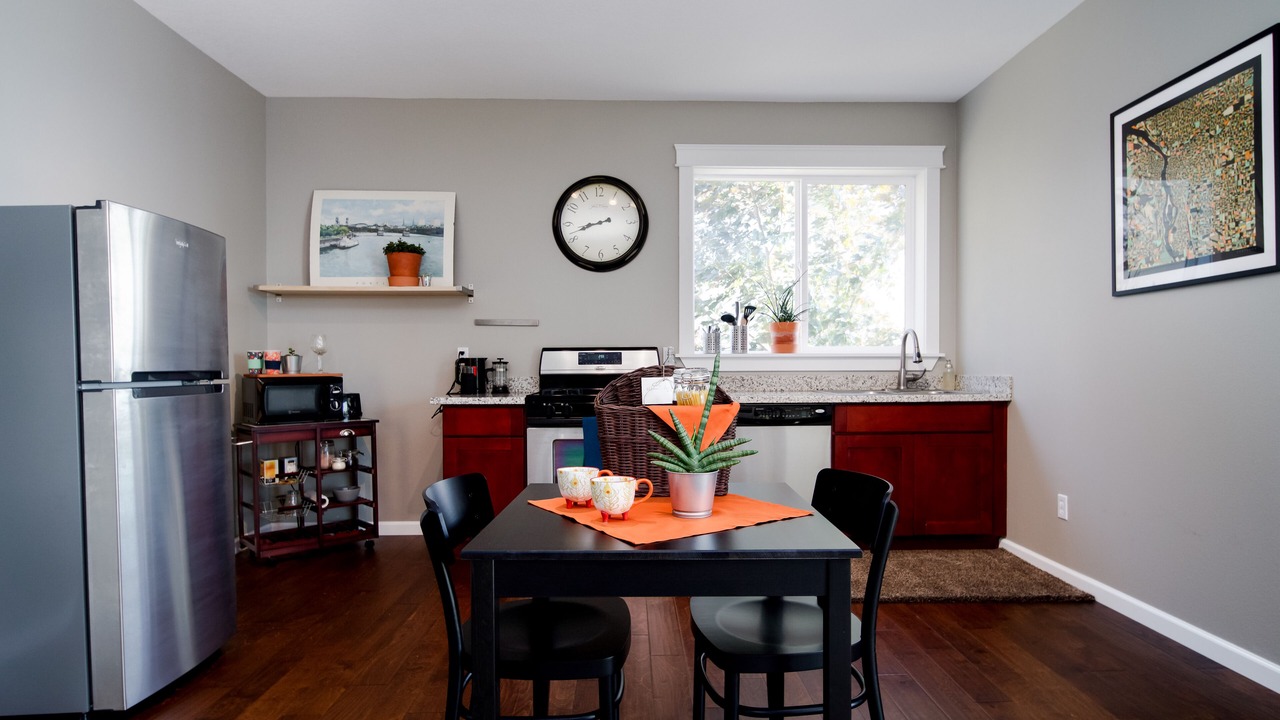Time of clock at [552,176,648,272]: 8:42
